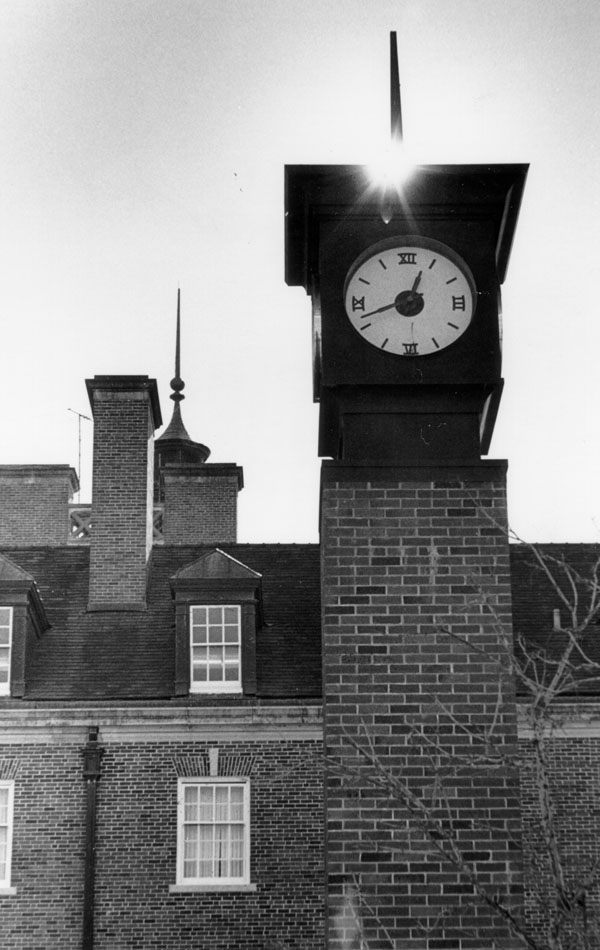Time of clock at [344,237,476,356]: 12:41
